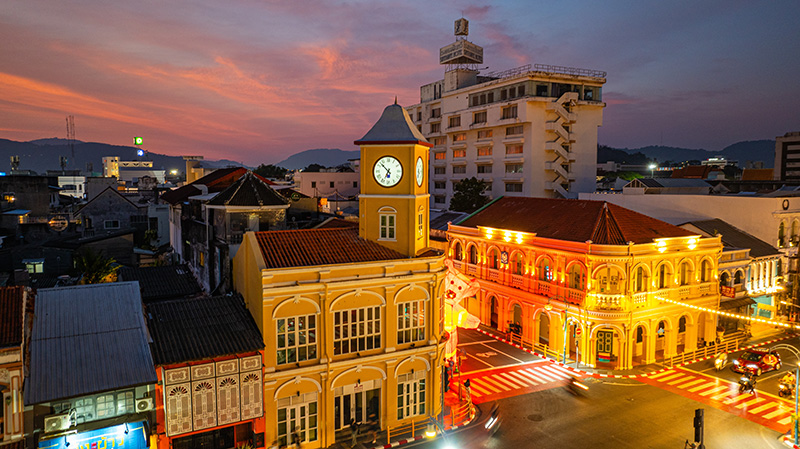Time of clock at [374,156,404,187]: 6:52
